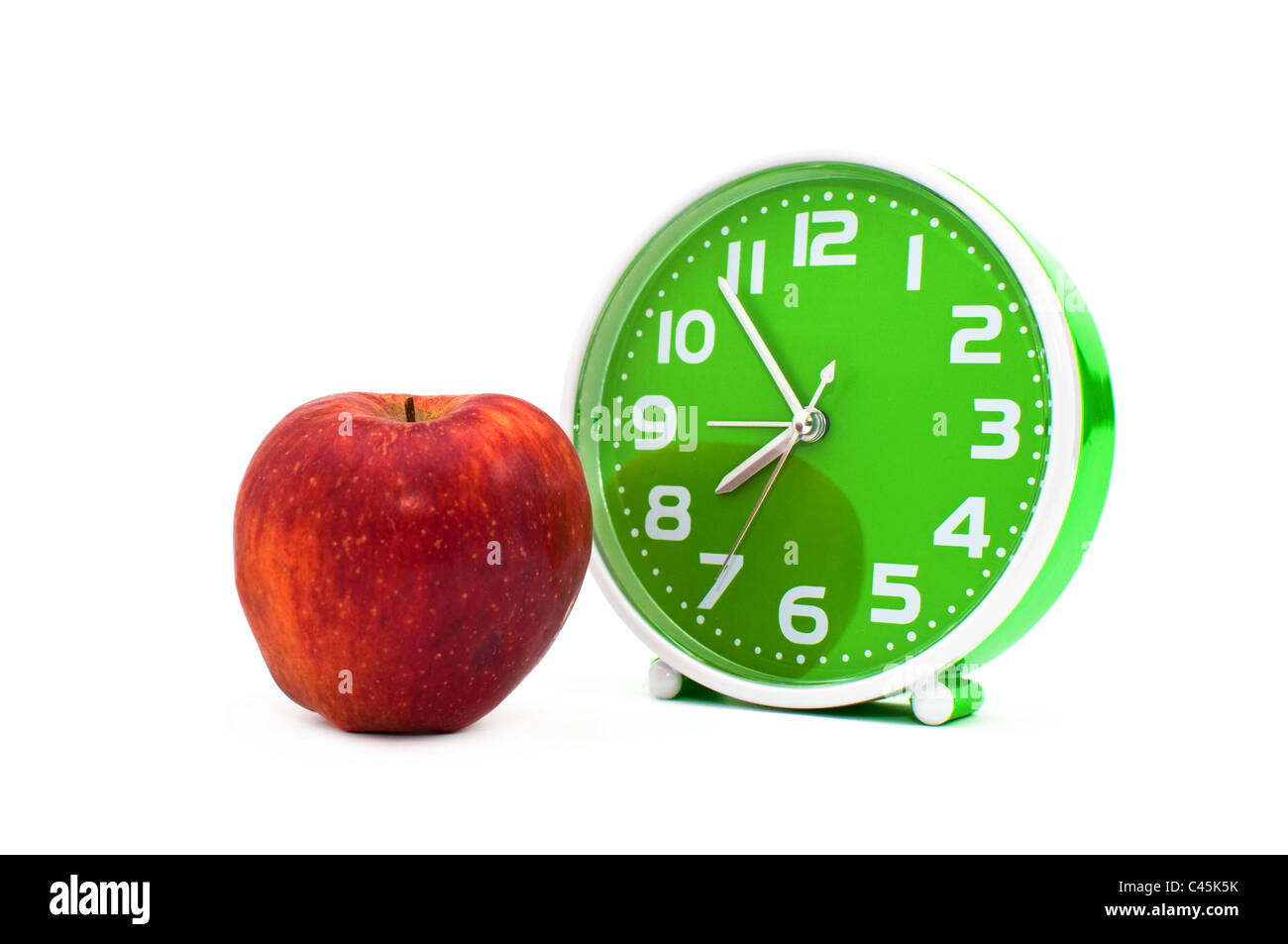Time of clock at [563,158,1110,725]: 7:53
